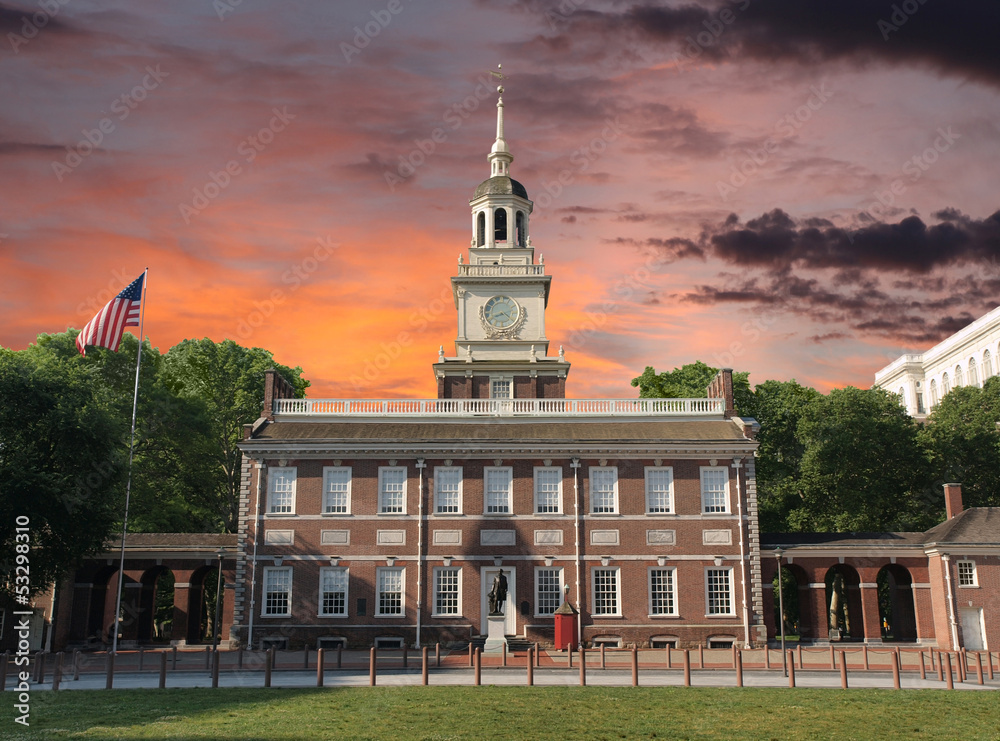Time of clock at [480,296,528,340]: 8:21
